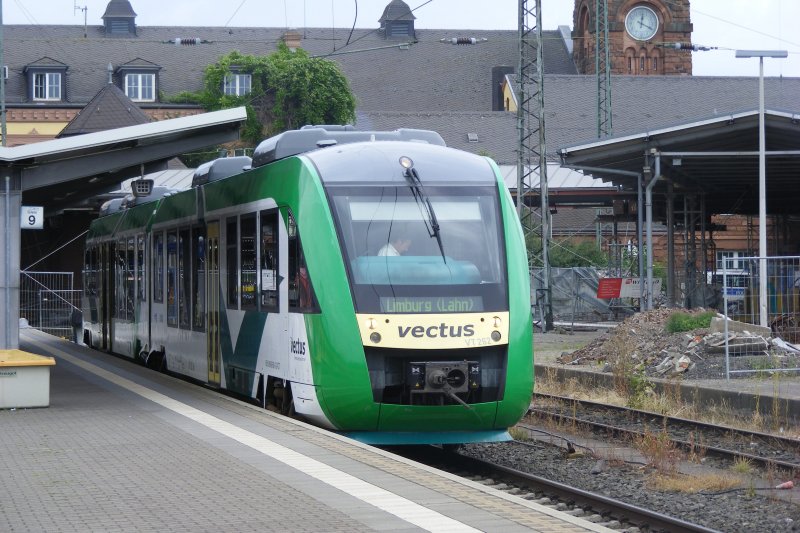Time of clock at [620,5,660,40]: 12:19
